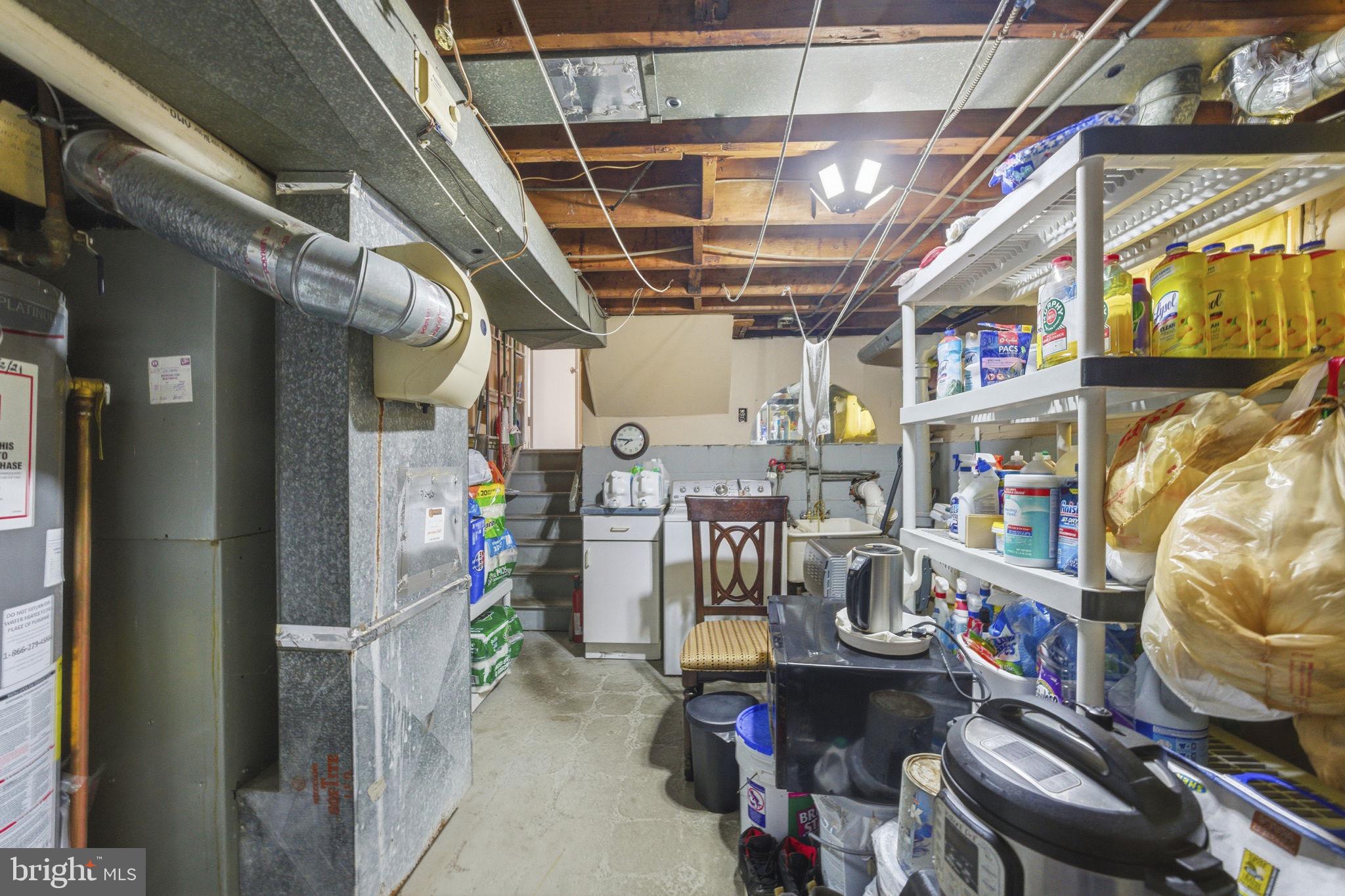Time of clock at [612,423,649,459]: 7:46
